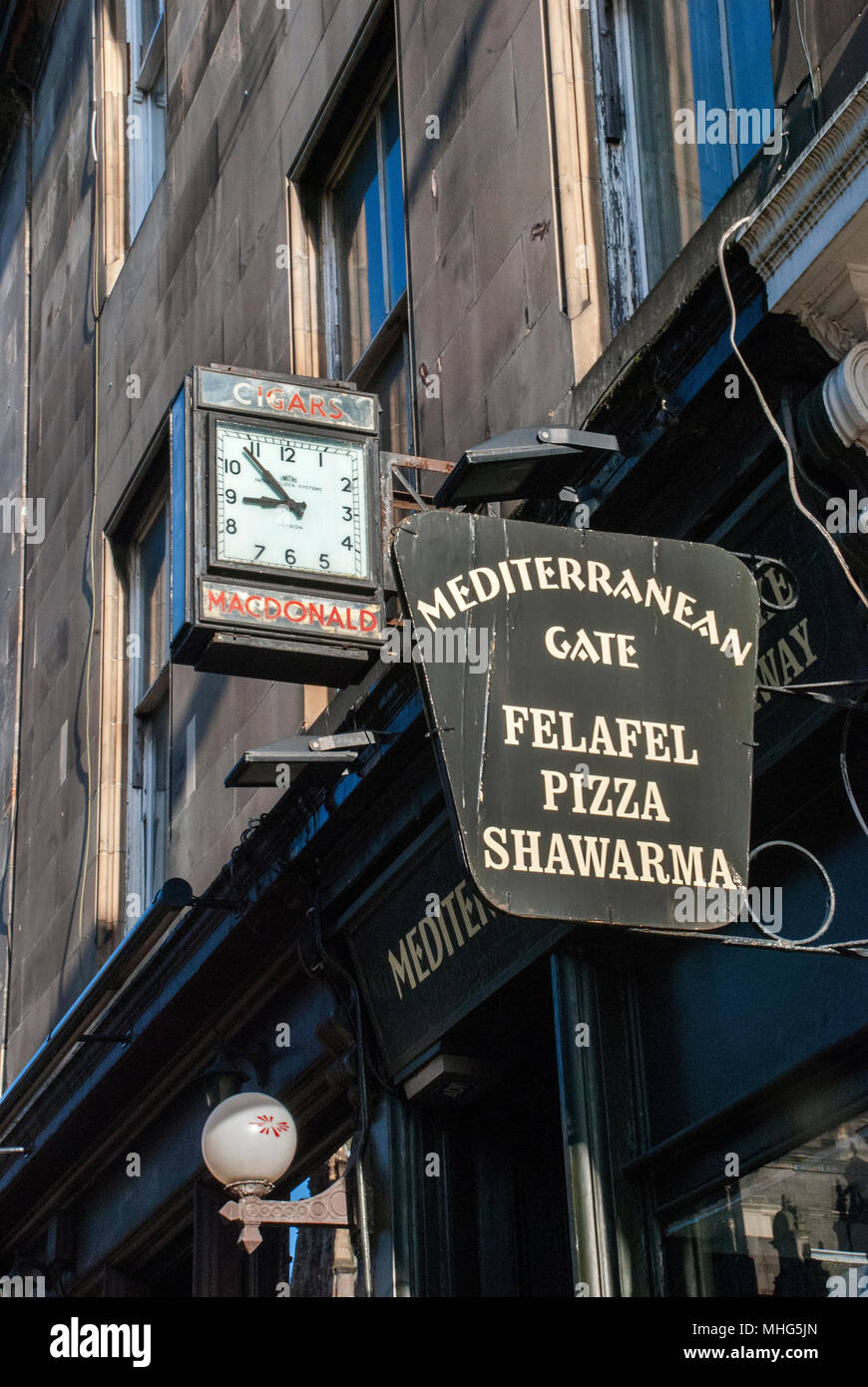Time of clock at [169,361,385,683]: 8:53
